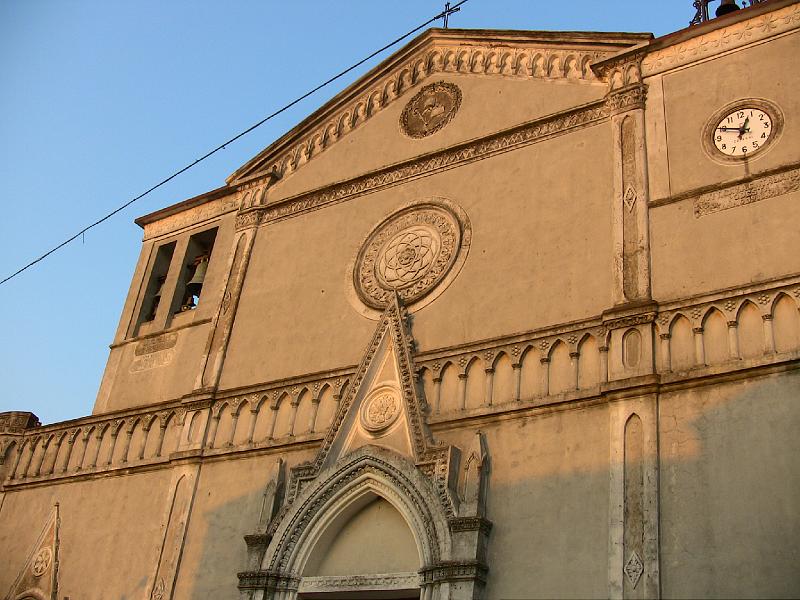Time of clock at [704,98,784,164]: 12:49
